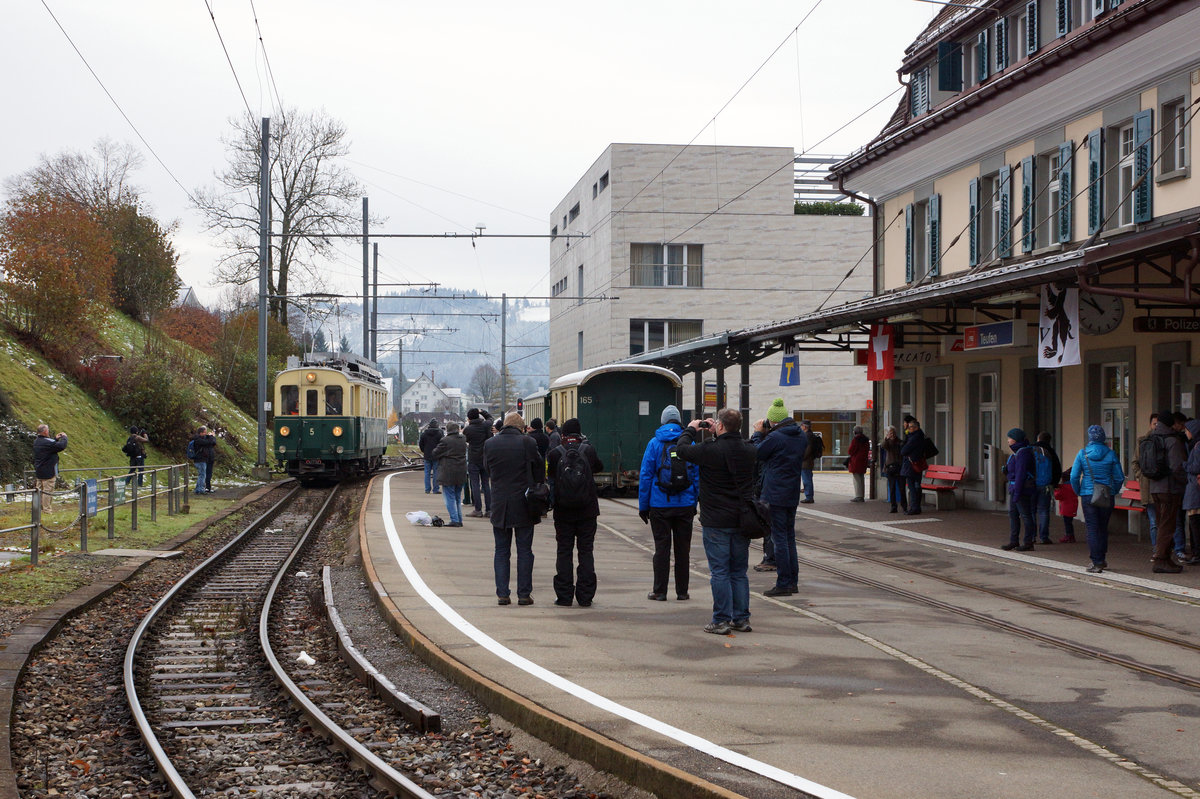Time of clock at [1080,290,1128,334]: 10:50
